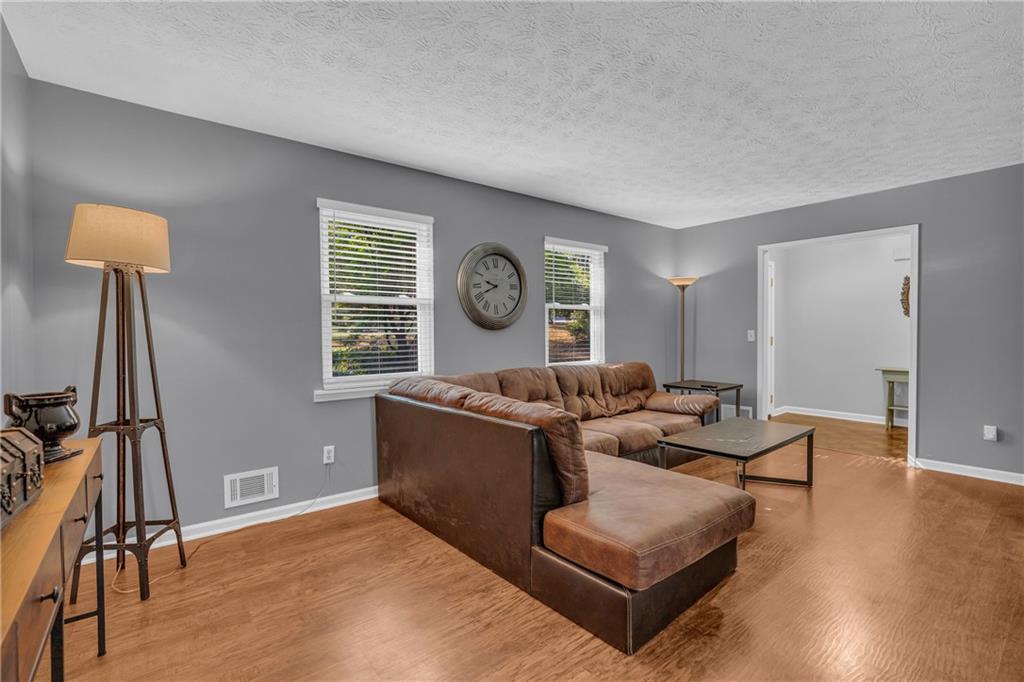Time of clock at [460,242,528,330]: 9:41
